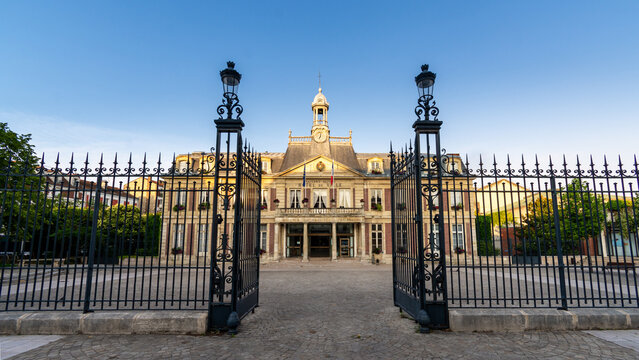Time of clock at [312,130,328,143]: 6:32
